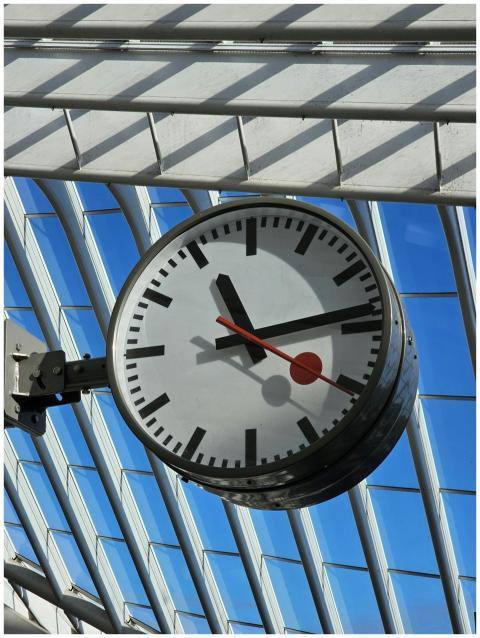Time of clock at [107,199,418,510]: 11:13
